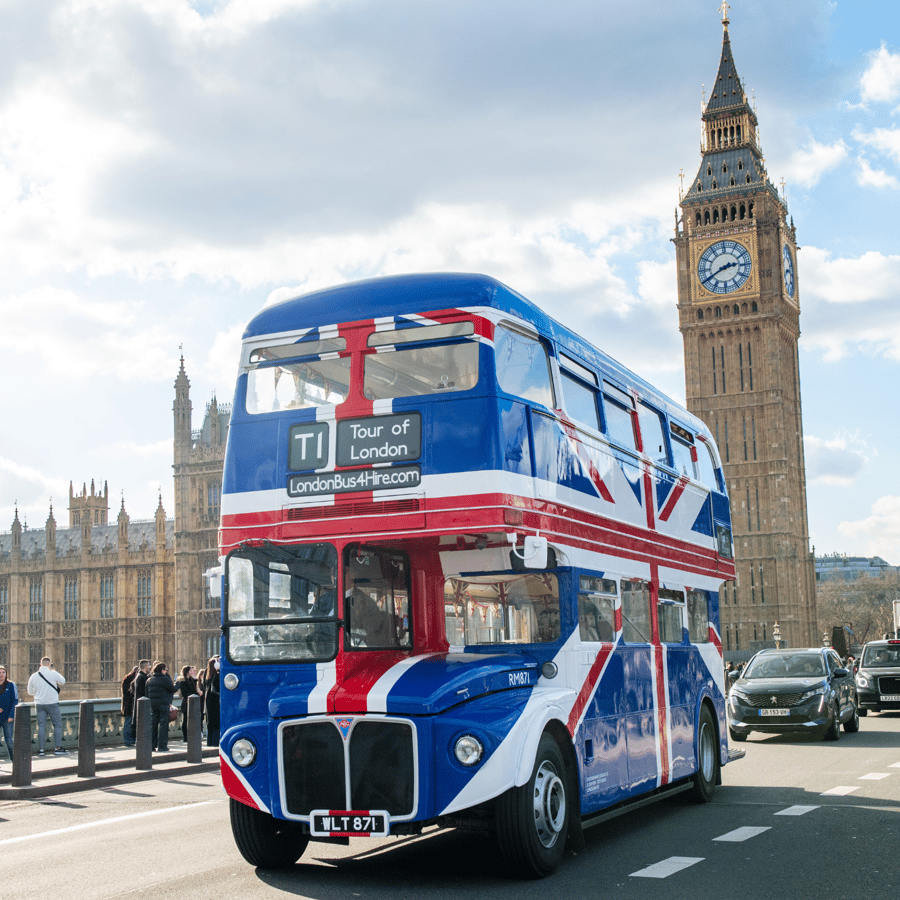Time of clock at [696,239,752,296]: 2:40
